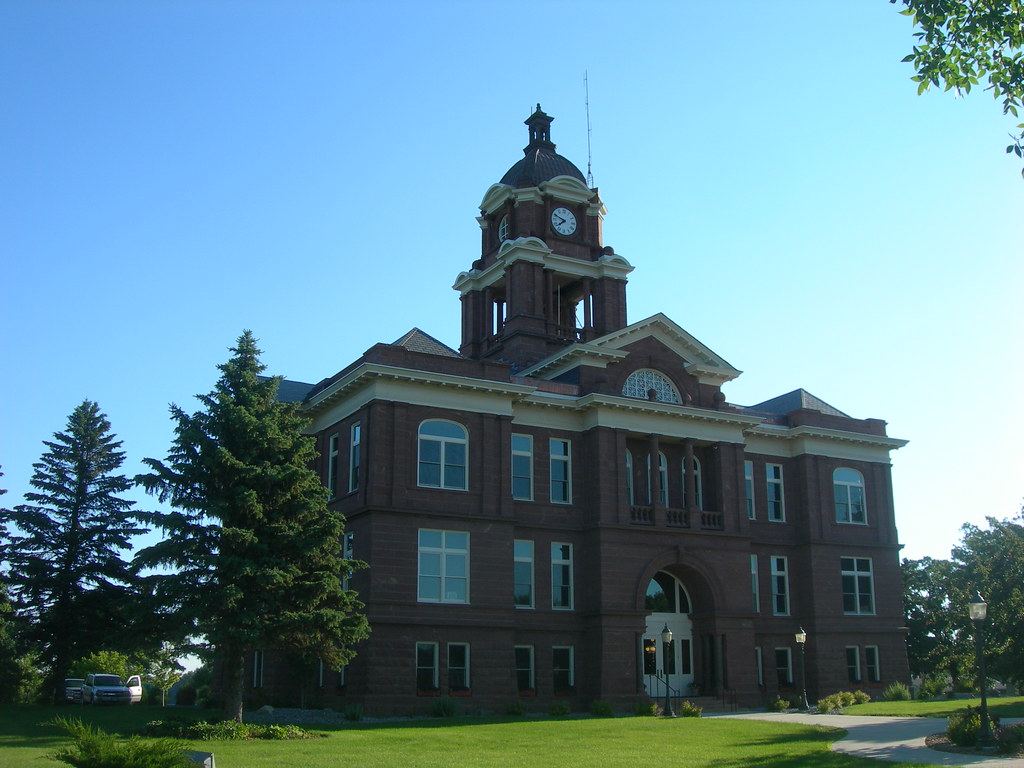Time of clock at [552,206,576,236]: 7:48
